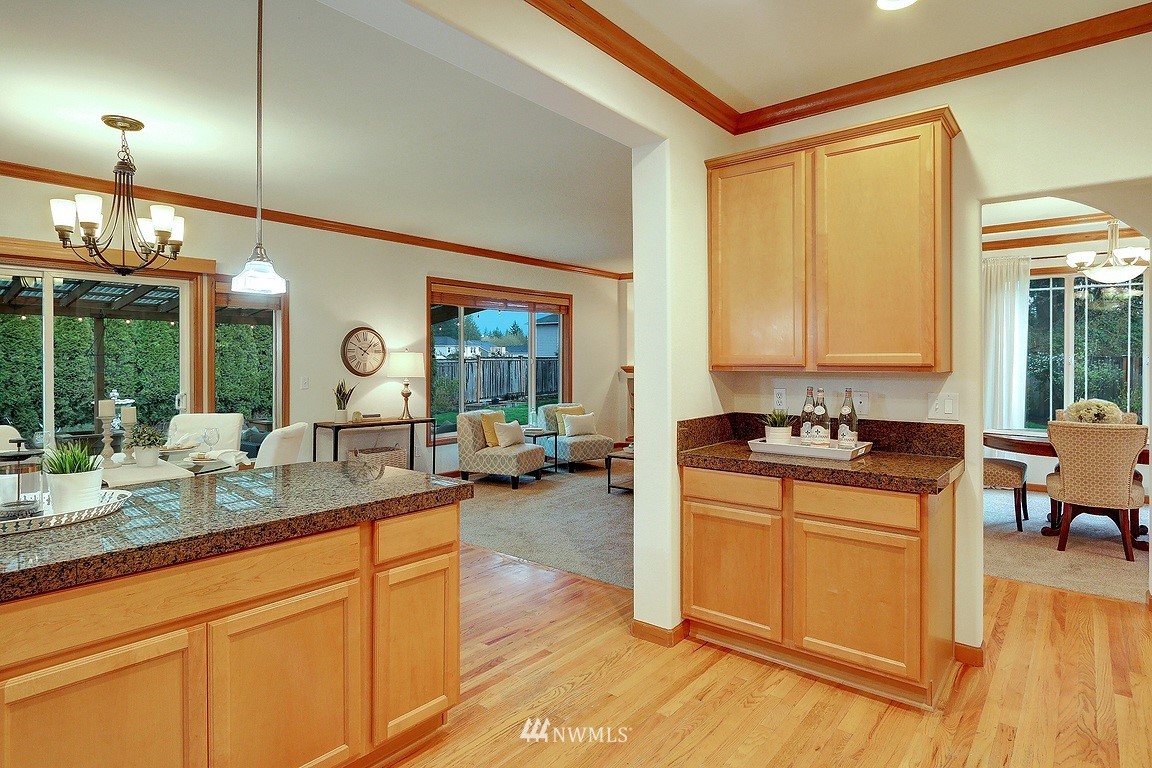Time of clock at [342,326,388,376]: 10:07
